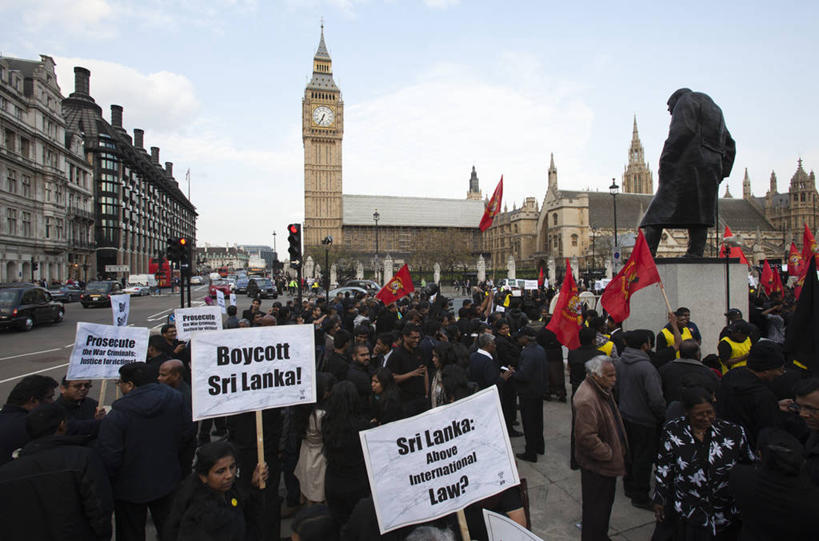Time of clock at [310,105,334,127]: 6:34
